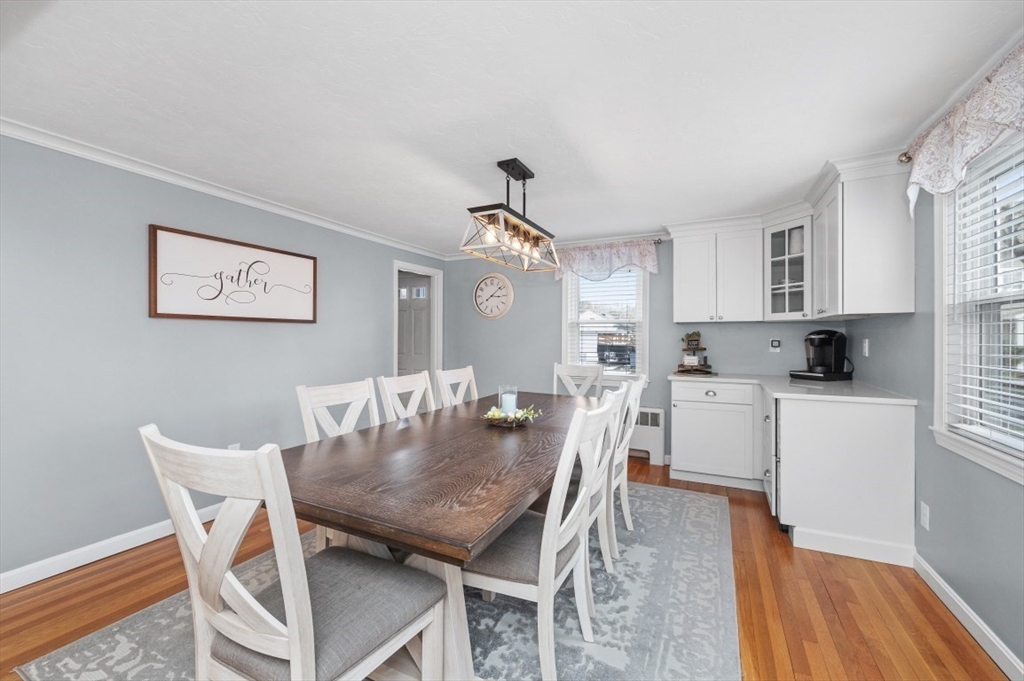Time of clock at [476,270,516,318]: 3:08
